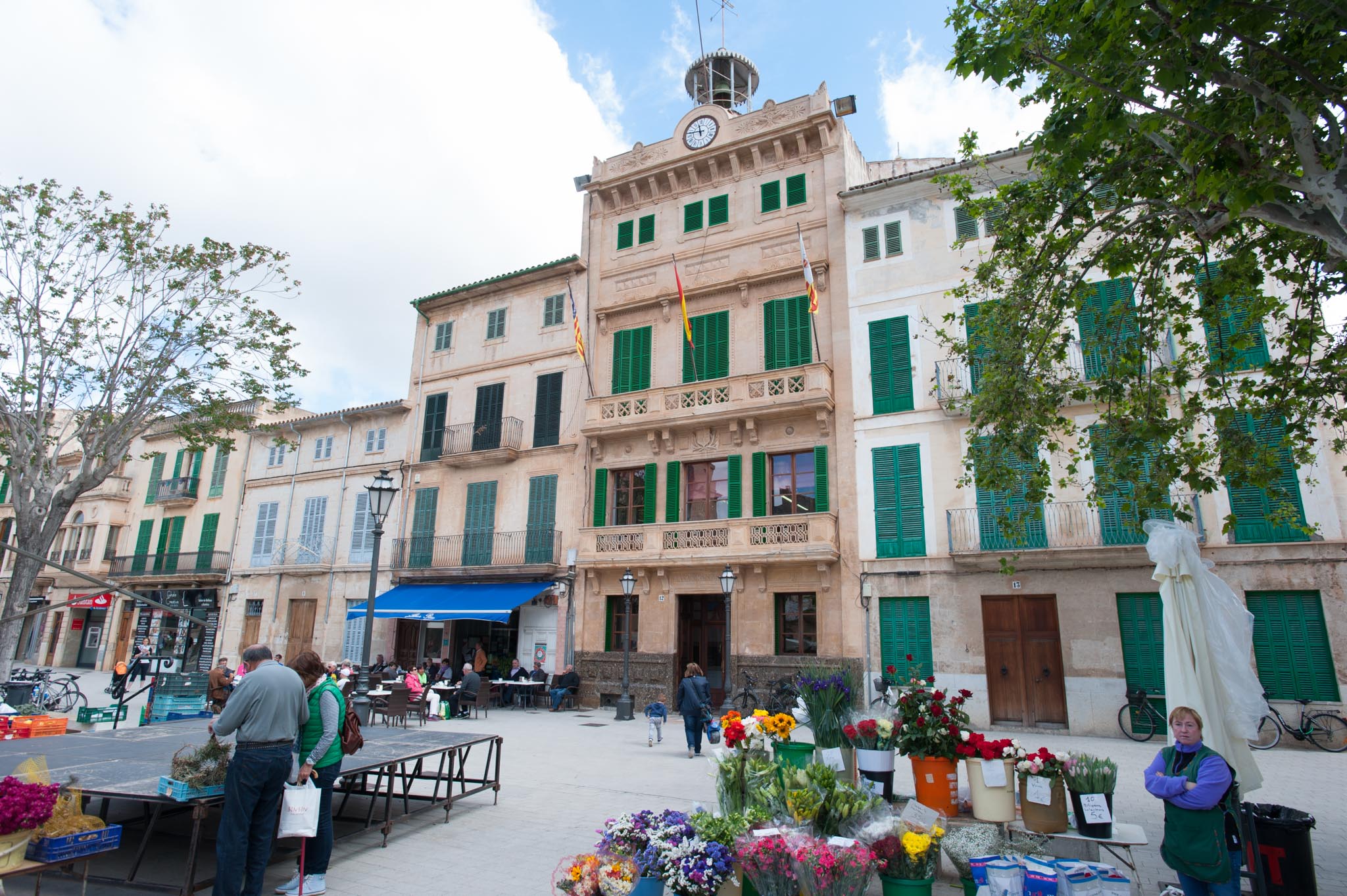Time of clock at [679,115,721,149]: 11:46
